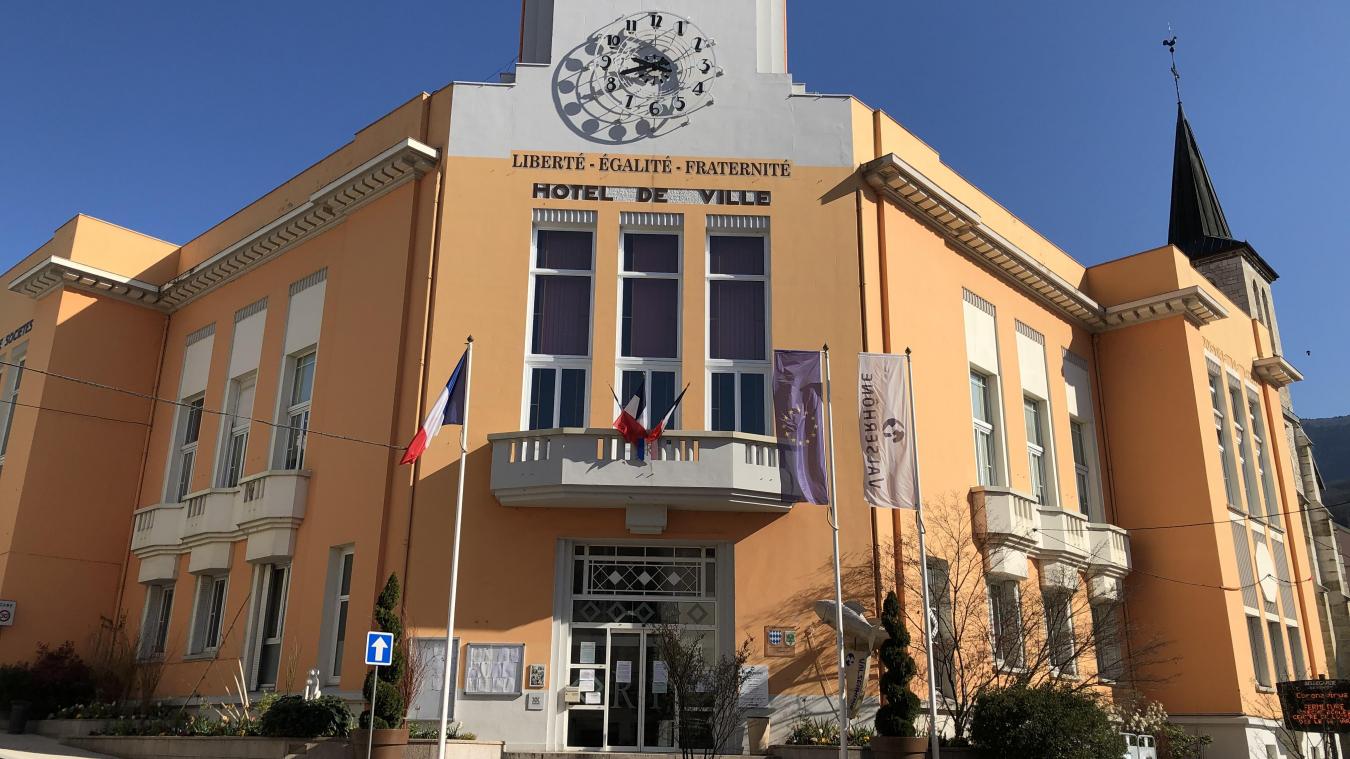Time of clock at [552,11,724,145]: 9:42
